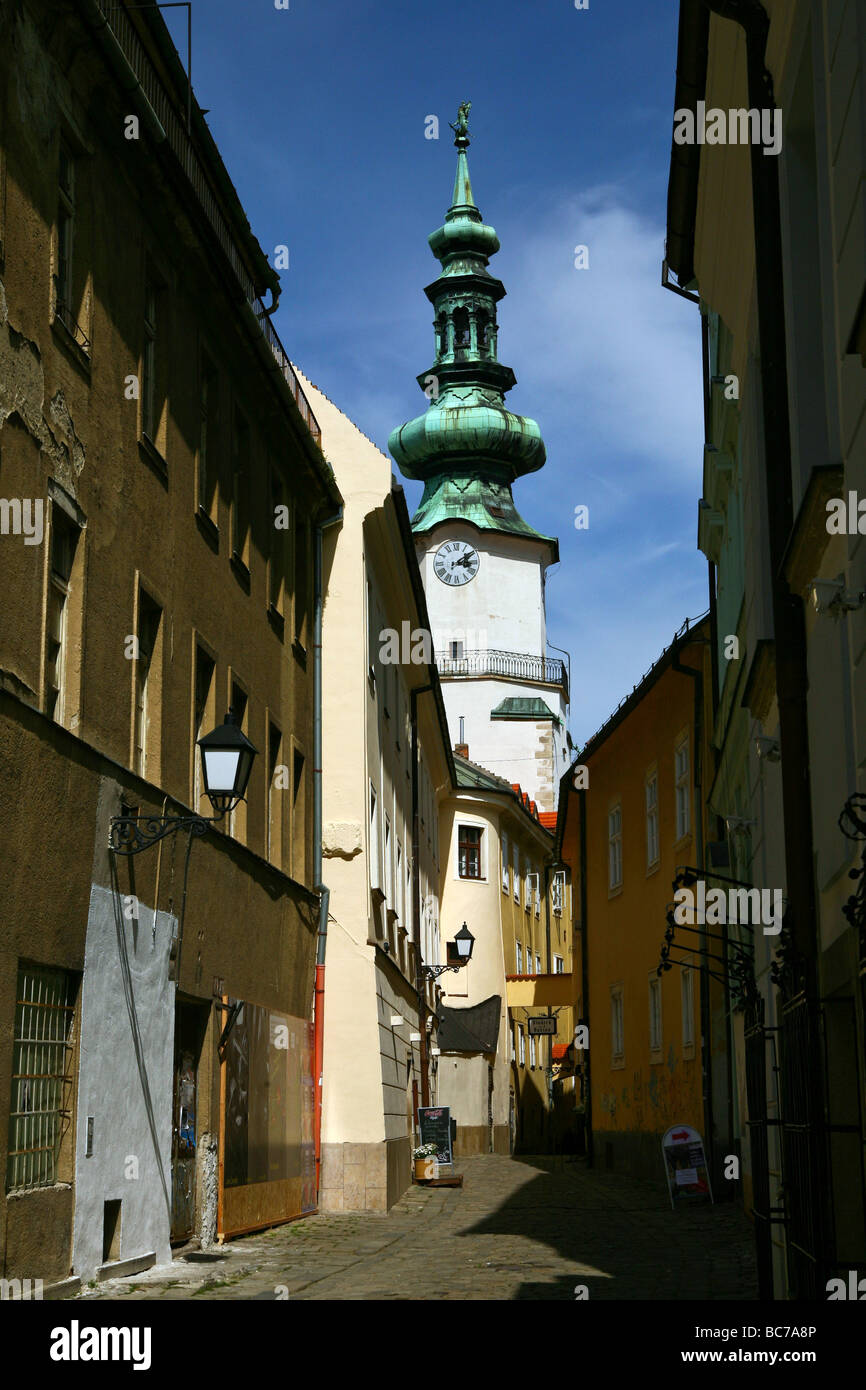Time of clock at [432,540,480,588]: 3:09
